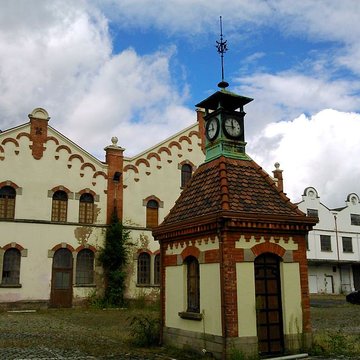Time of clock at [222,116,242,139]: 11:44
